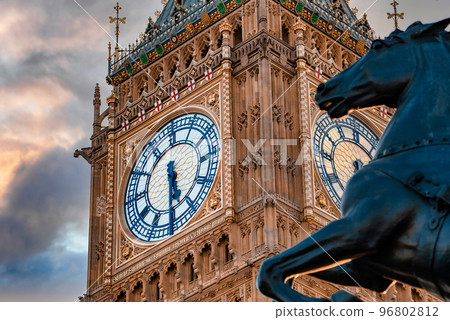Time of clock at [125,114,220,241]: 5:30
